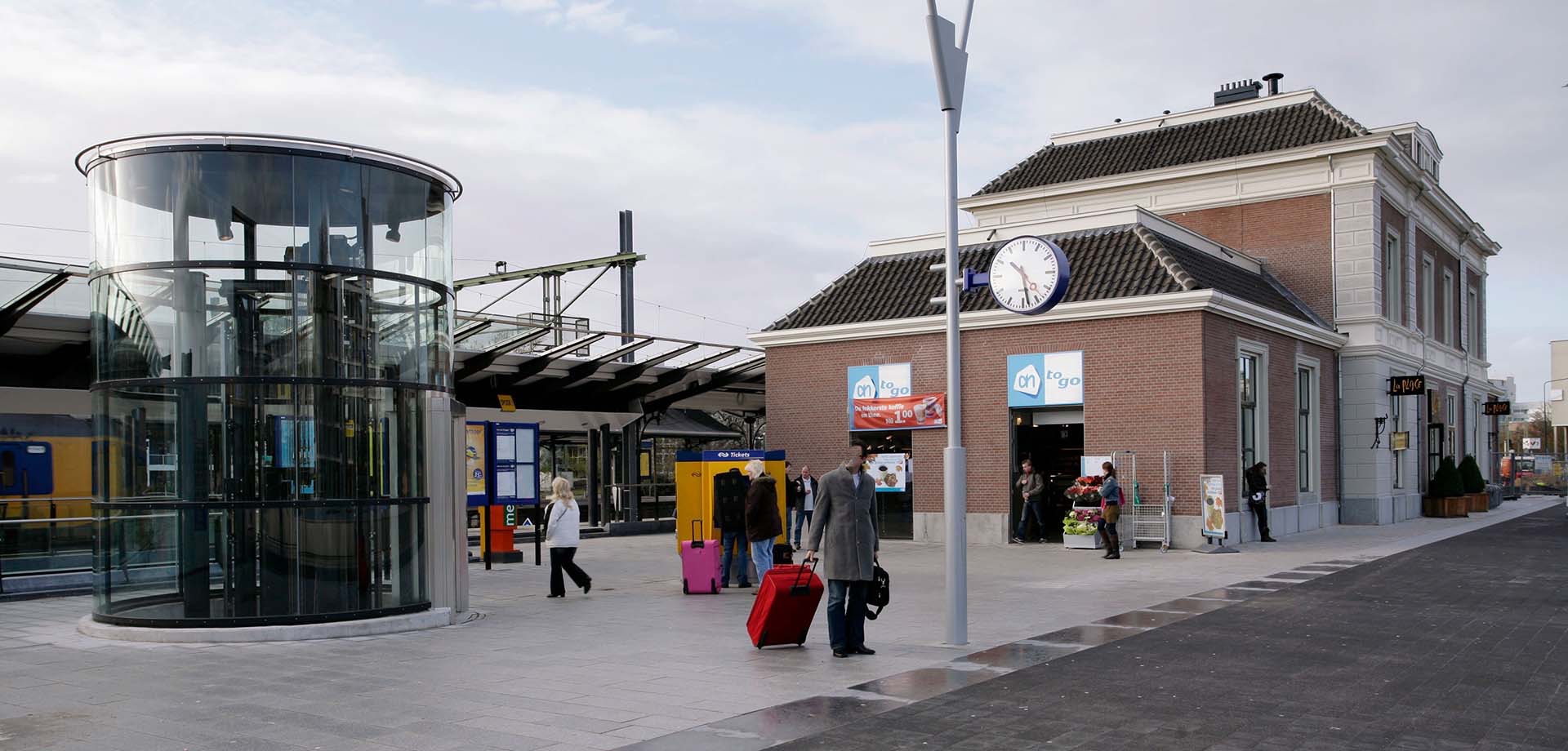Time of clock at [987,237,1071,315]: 10:28
